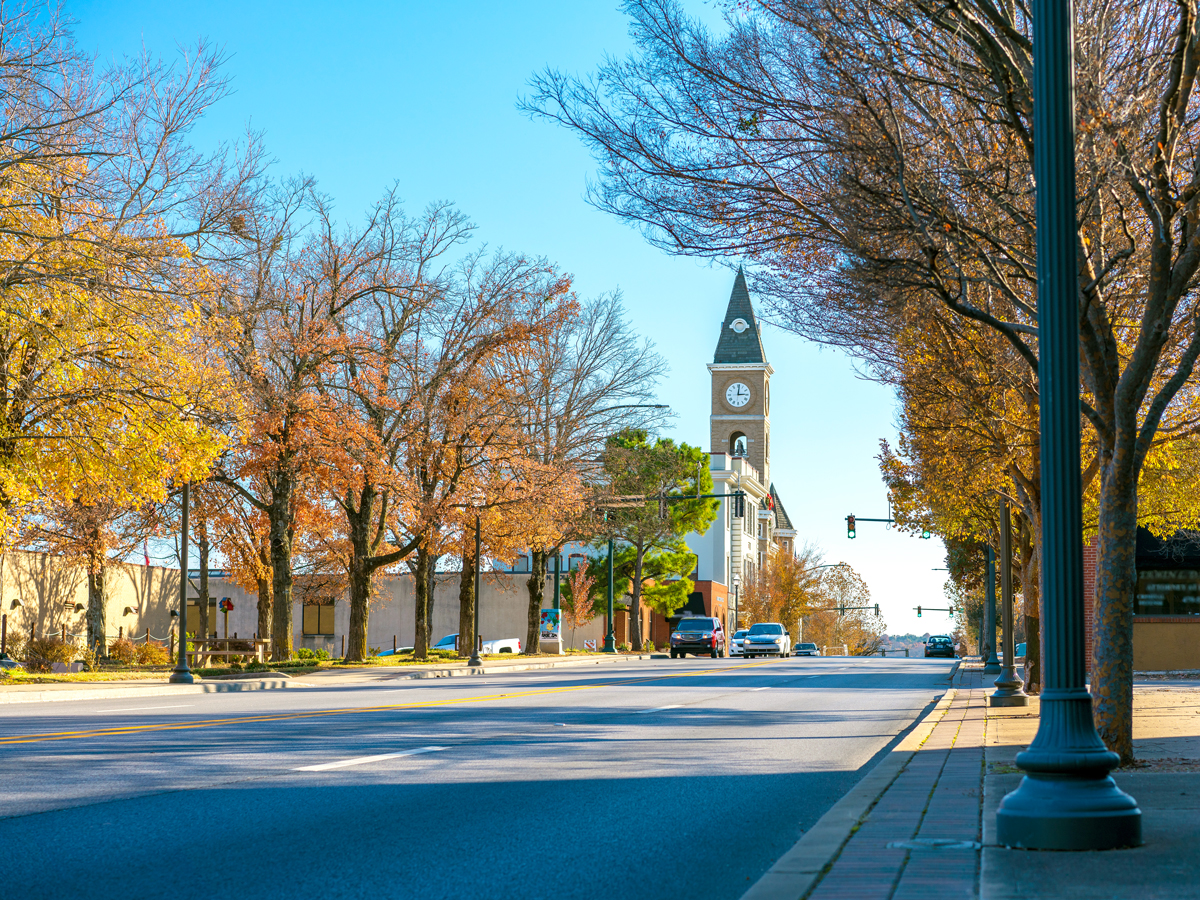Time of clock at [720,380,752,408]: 3:01
